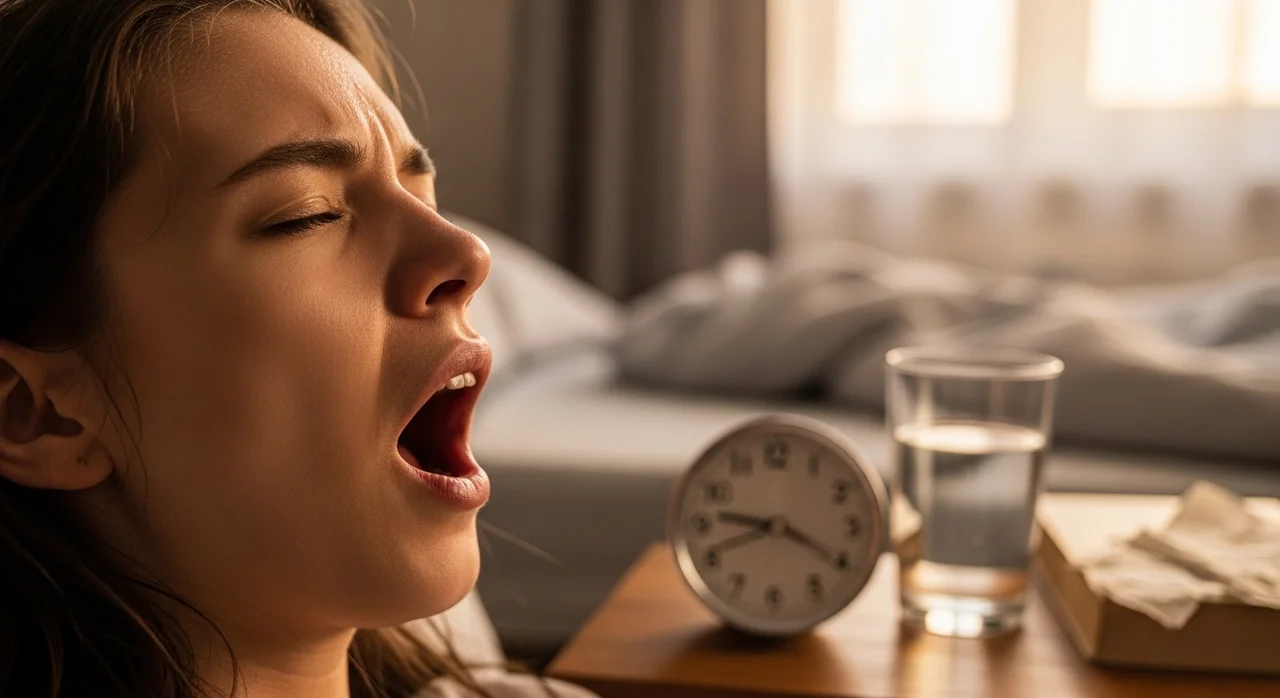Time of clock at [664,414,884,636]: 9:20
